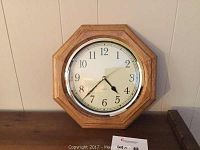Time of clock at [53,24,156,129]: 4:37
